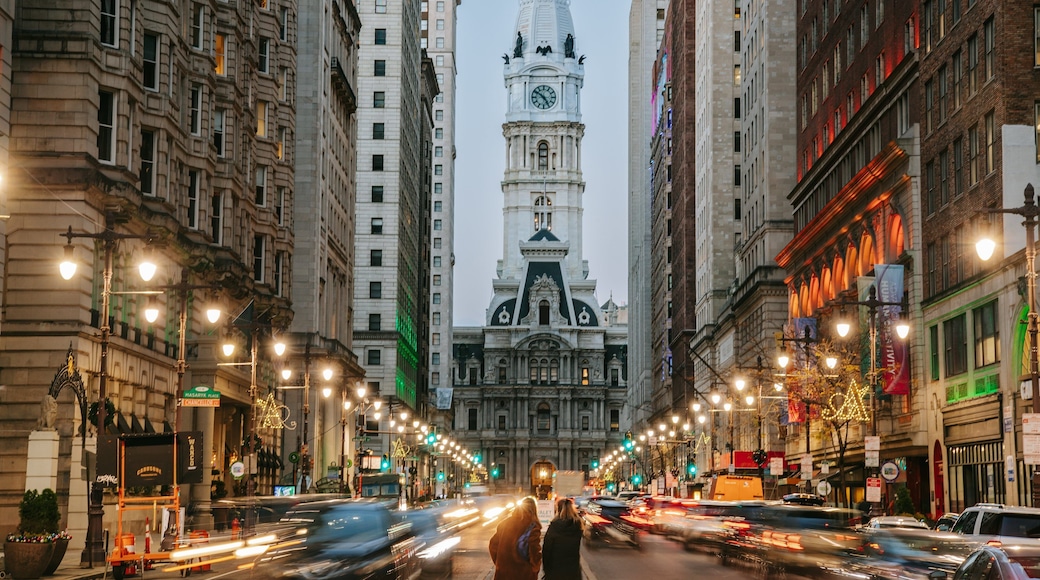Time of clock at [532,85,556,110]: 4:50
